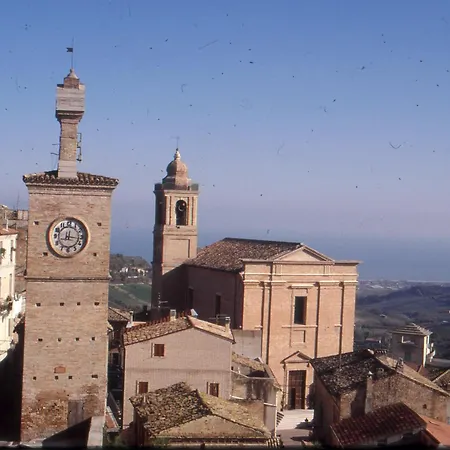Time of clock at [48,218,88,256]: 12:16
